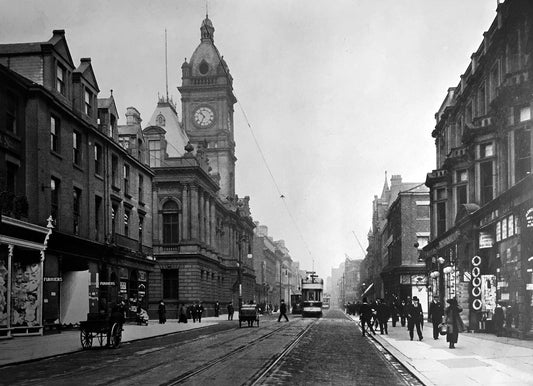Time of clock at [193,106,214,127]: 10:34
